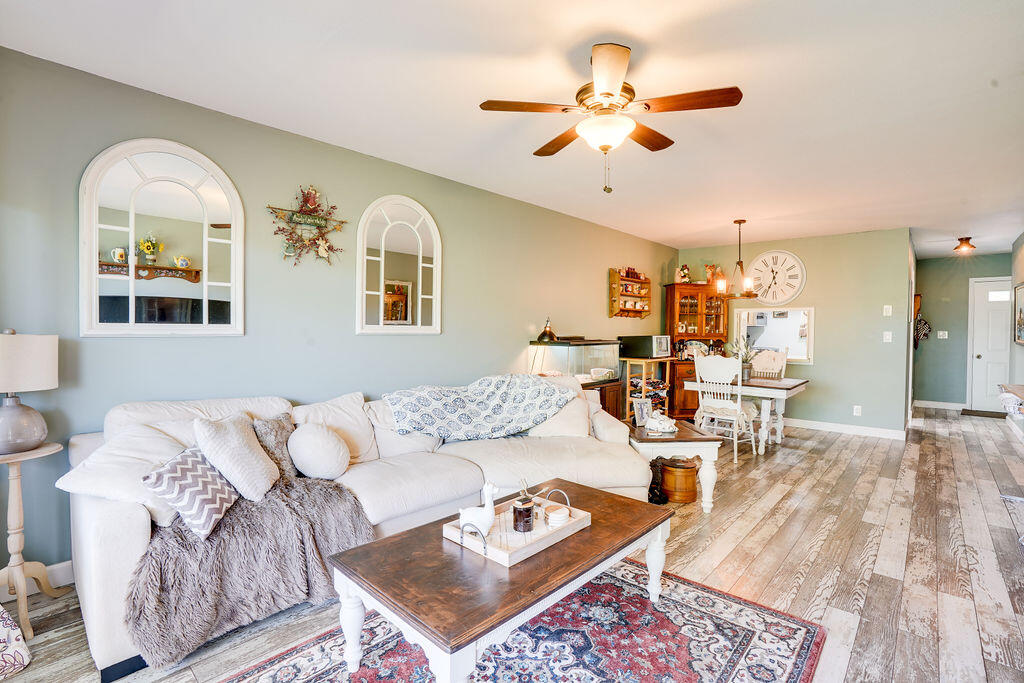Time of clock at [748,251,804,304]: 11:34
